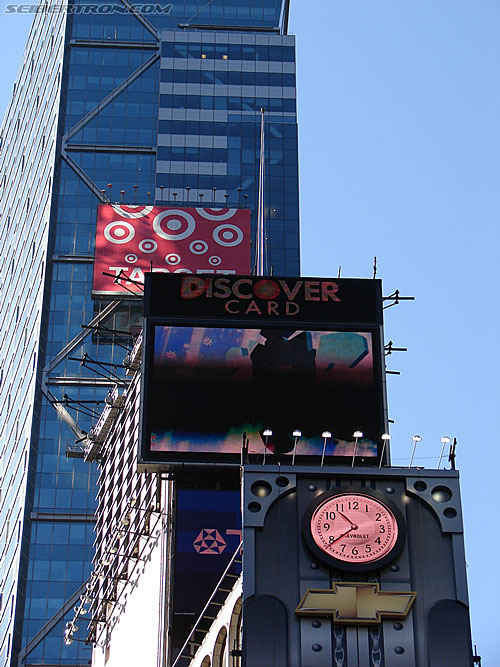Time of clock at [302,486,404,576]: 10:38
